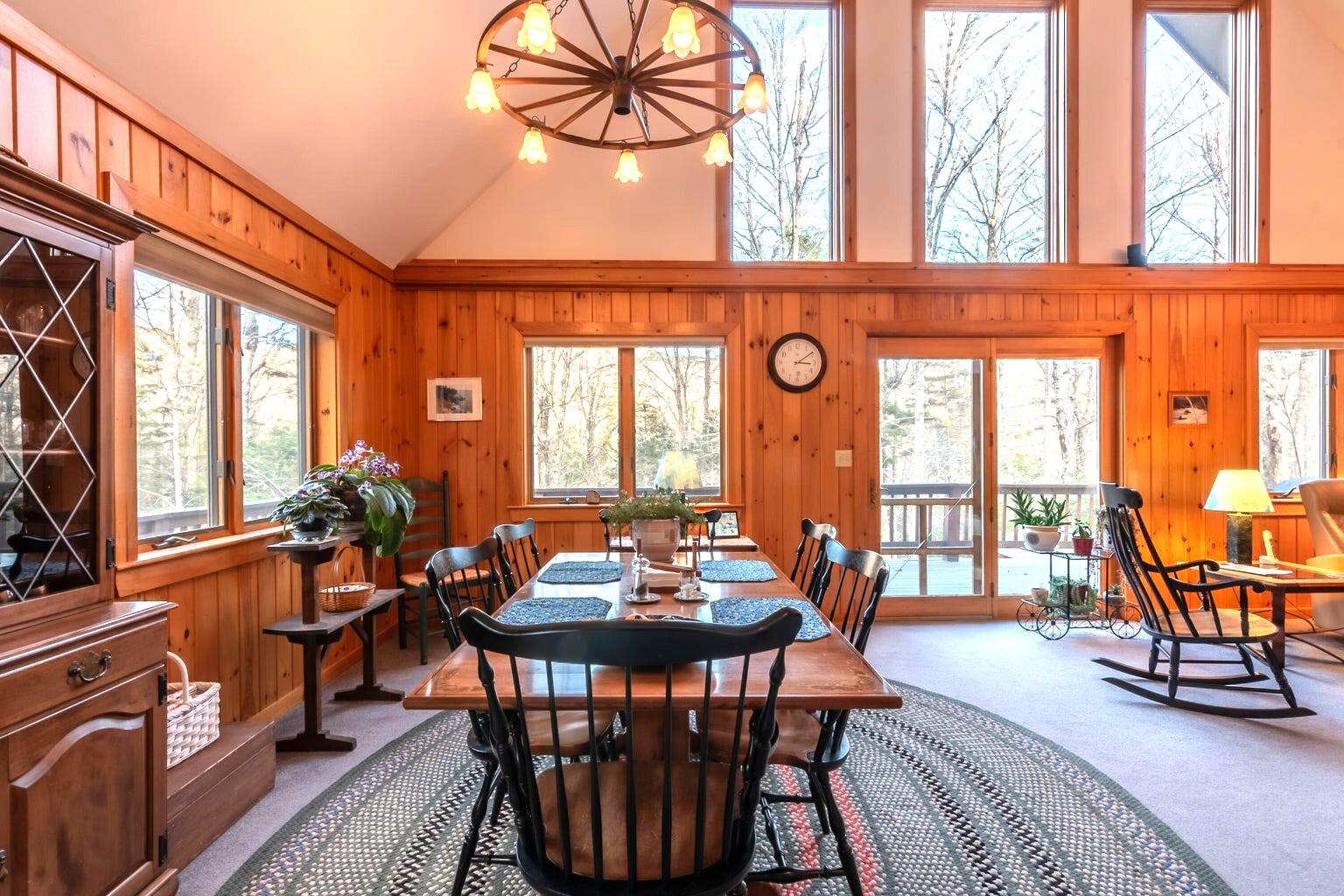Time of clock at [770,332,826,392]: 3:09
